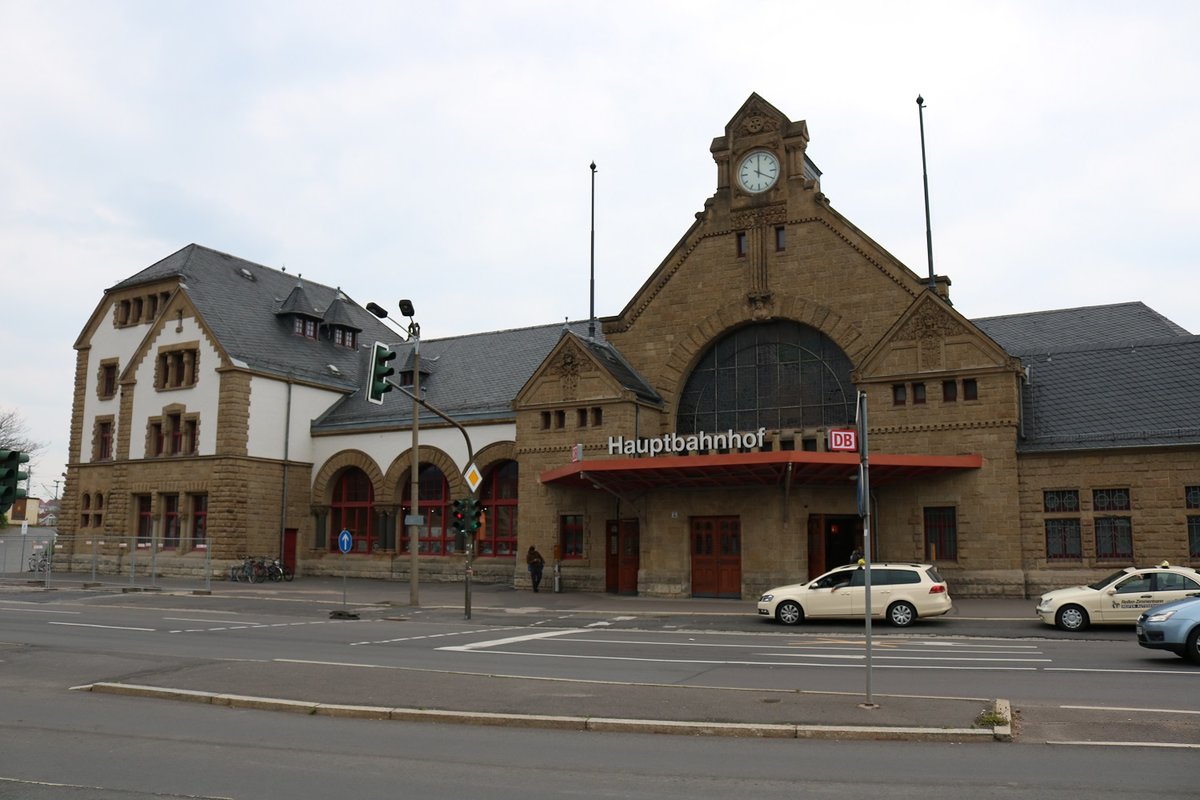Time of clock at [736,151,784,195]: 4:00
